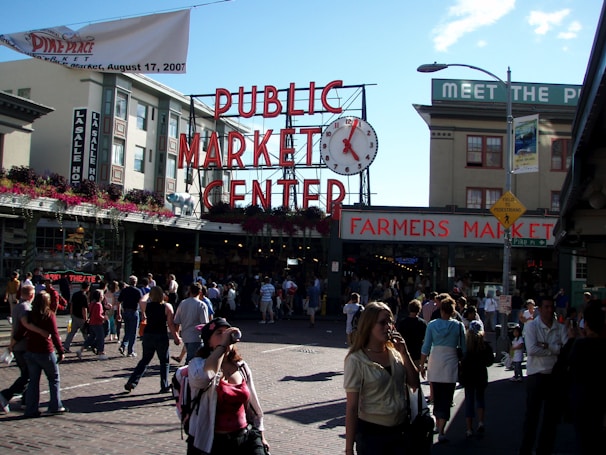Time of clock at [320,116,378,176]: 5:03
